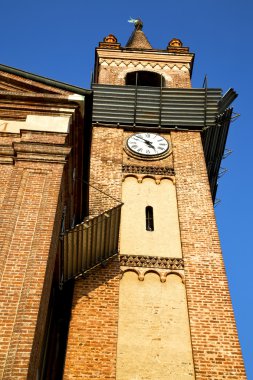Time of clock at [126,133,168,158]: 4:52
